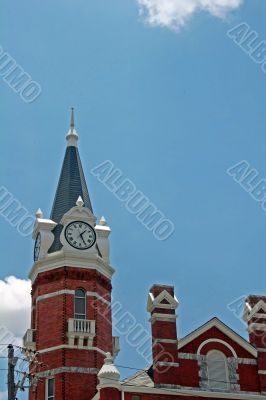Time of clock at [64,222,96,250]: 1:25
